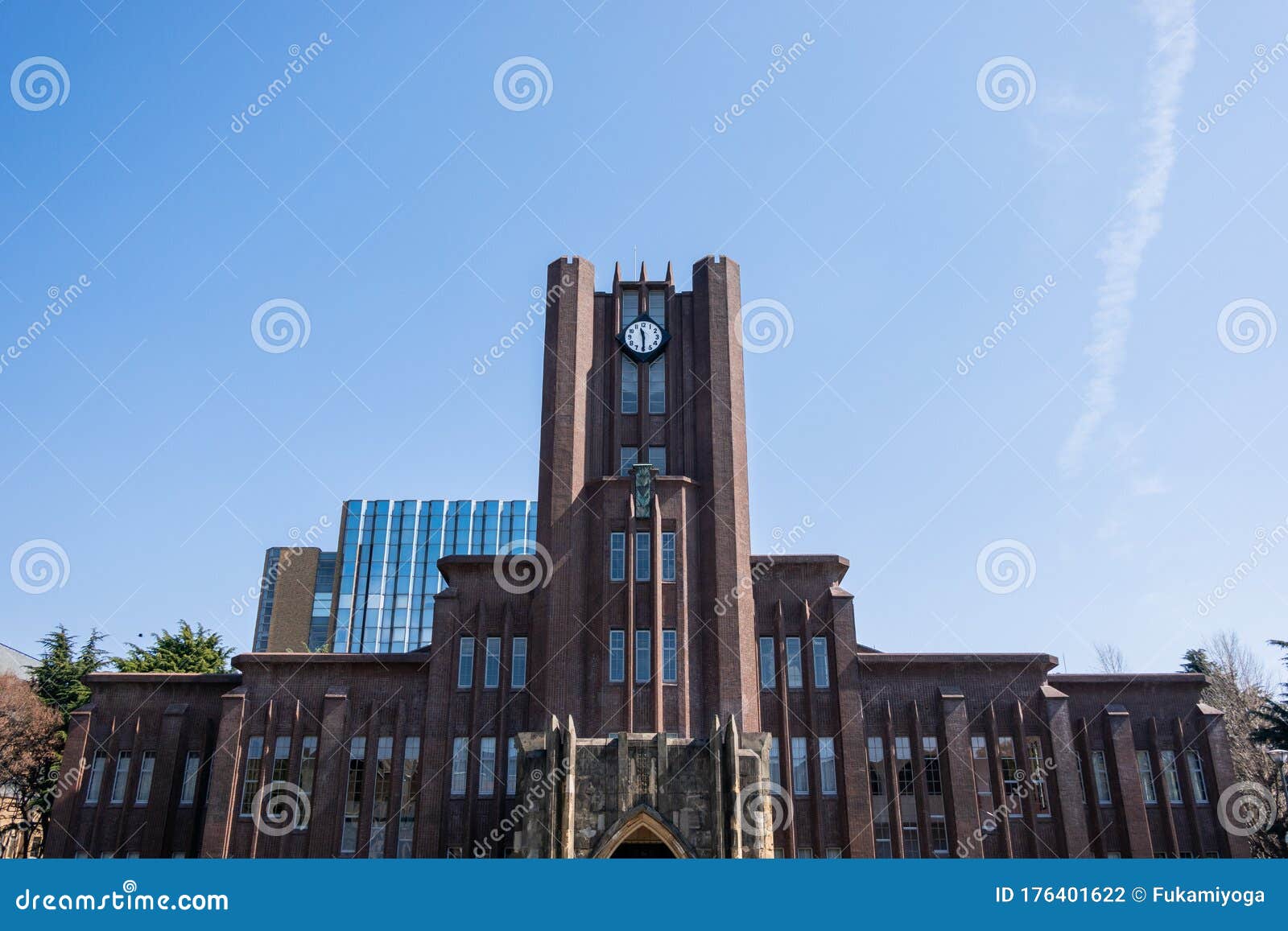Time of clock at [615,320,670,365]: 11:29
